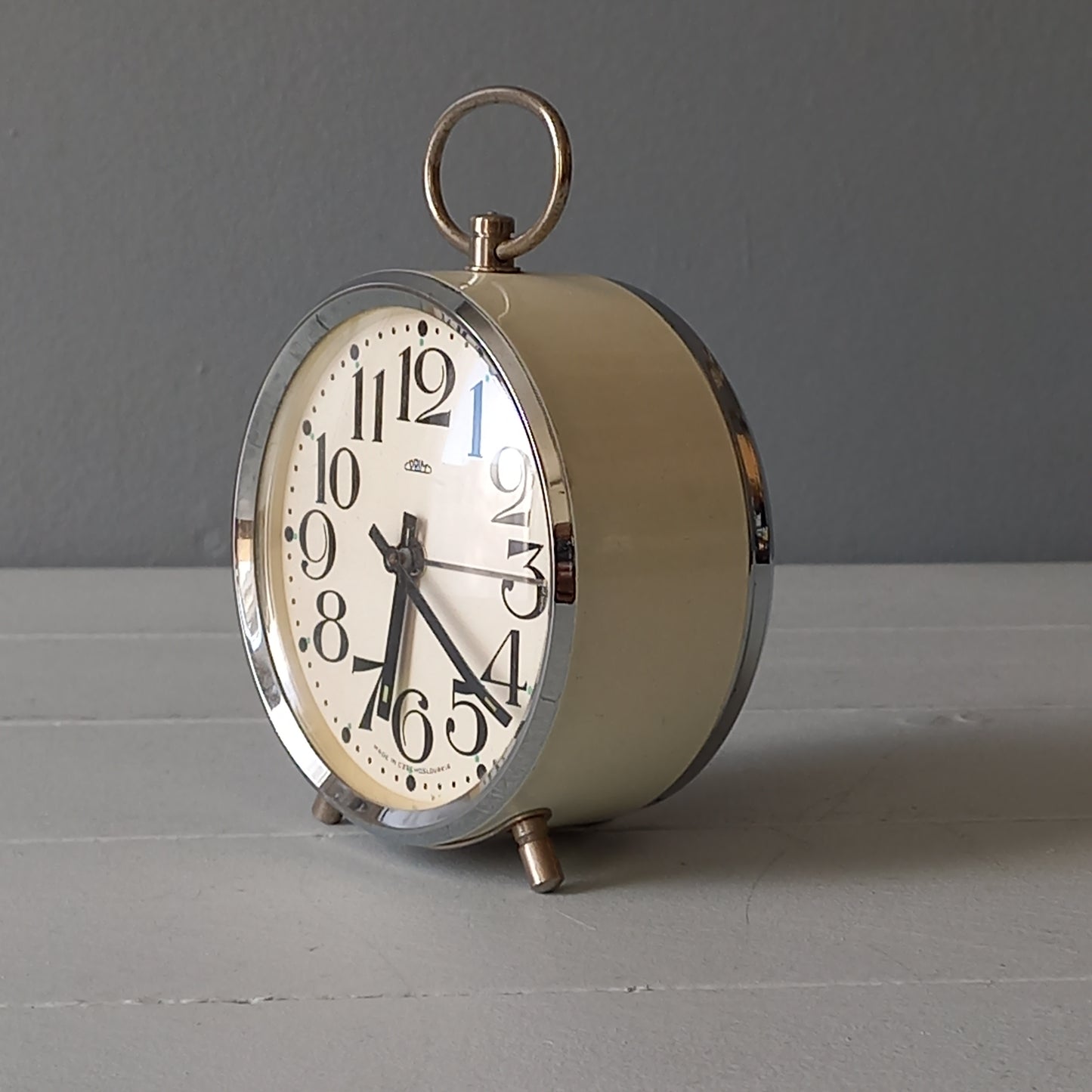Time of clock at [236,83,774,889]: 6:21
